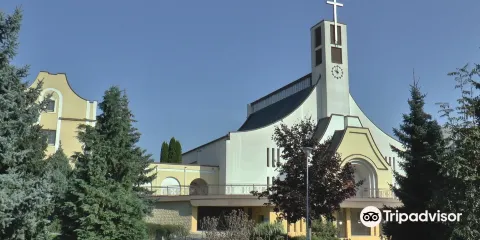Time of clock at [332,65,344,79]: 10:00
